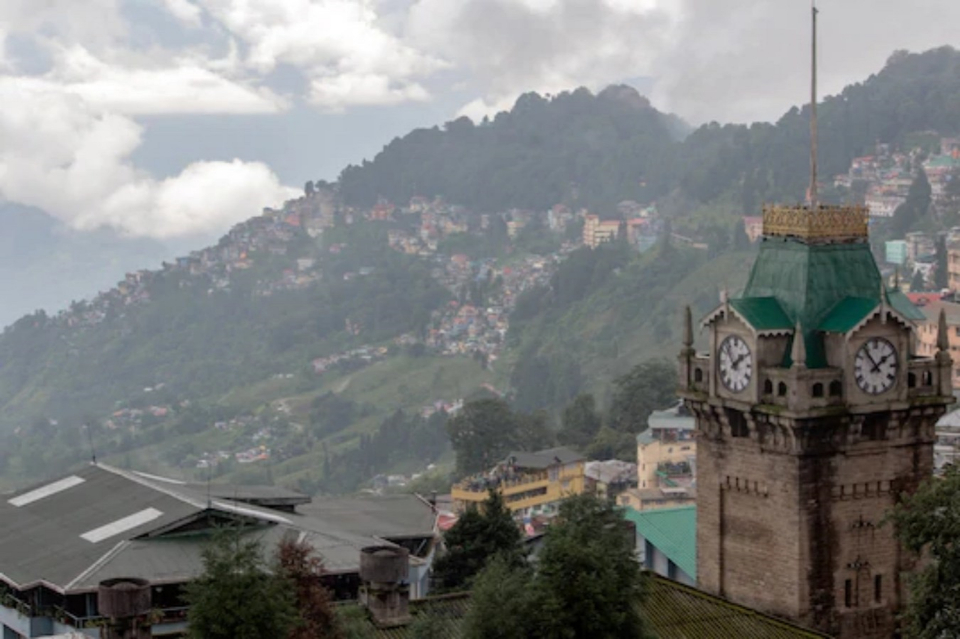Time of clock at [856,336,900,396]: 1:53
